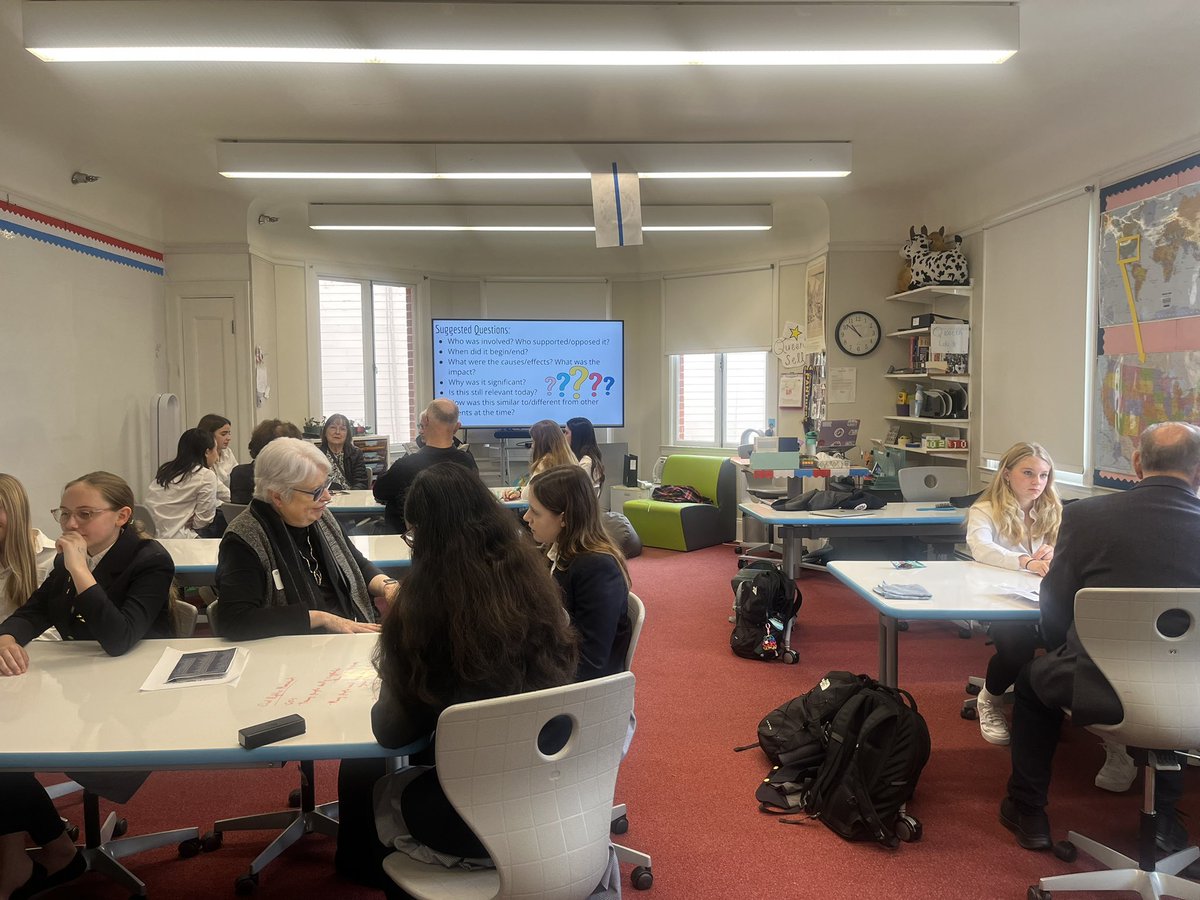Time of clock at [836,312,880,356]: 10:51
